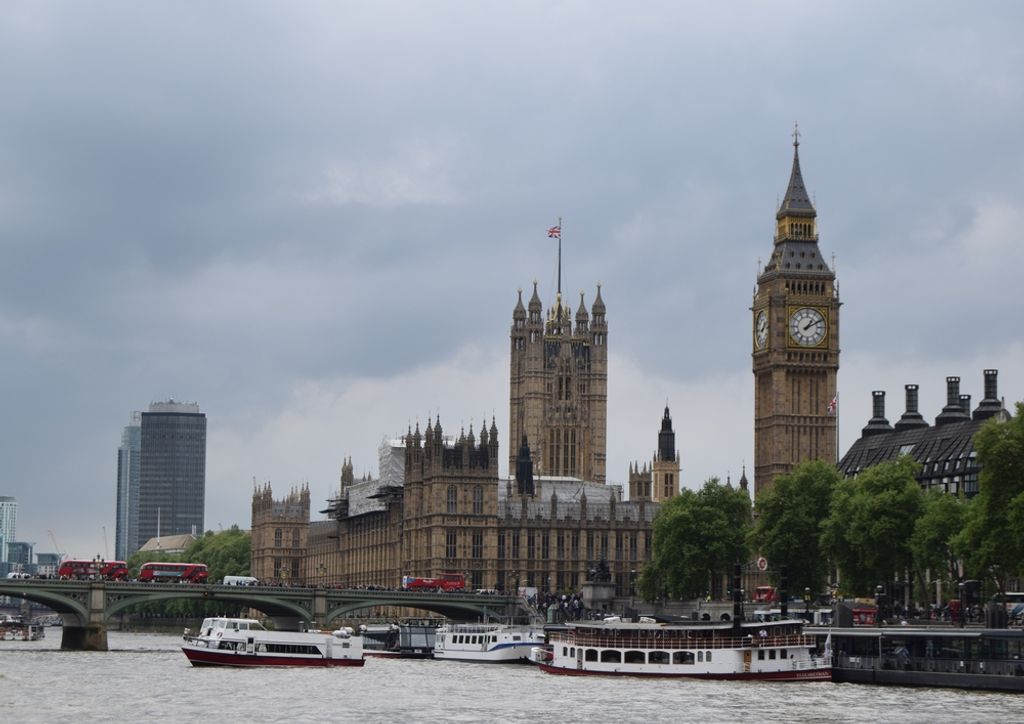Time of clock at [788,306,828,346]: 1:10
